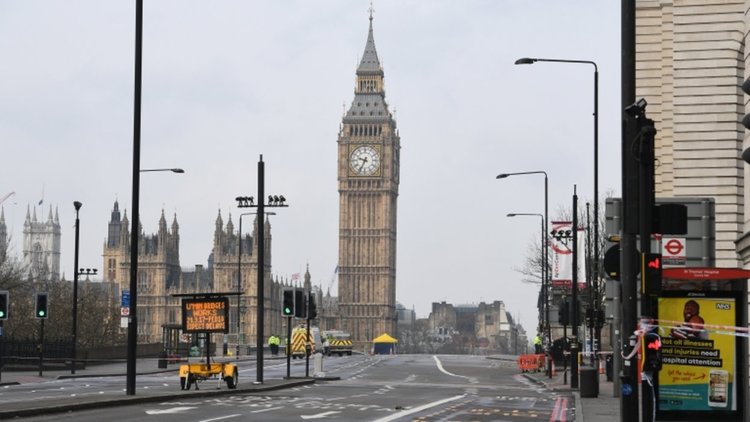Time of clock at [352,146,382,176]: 9:34
